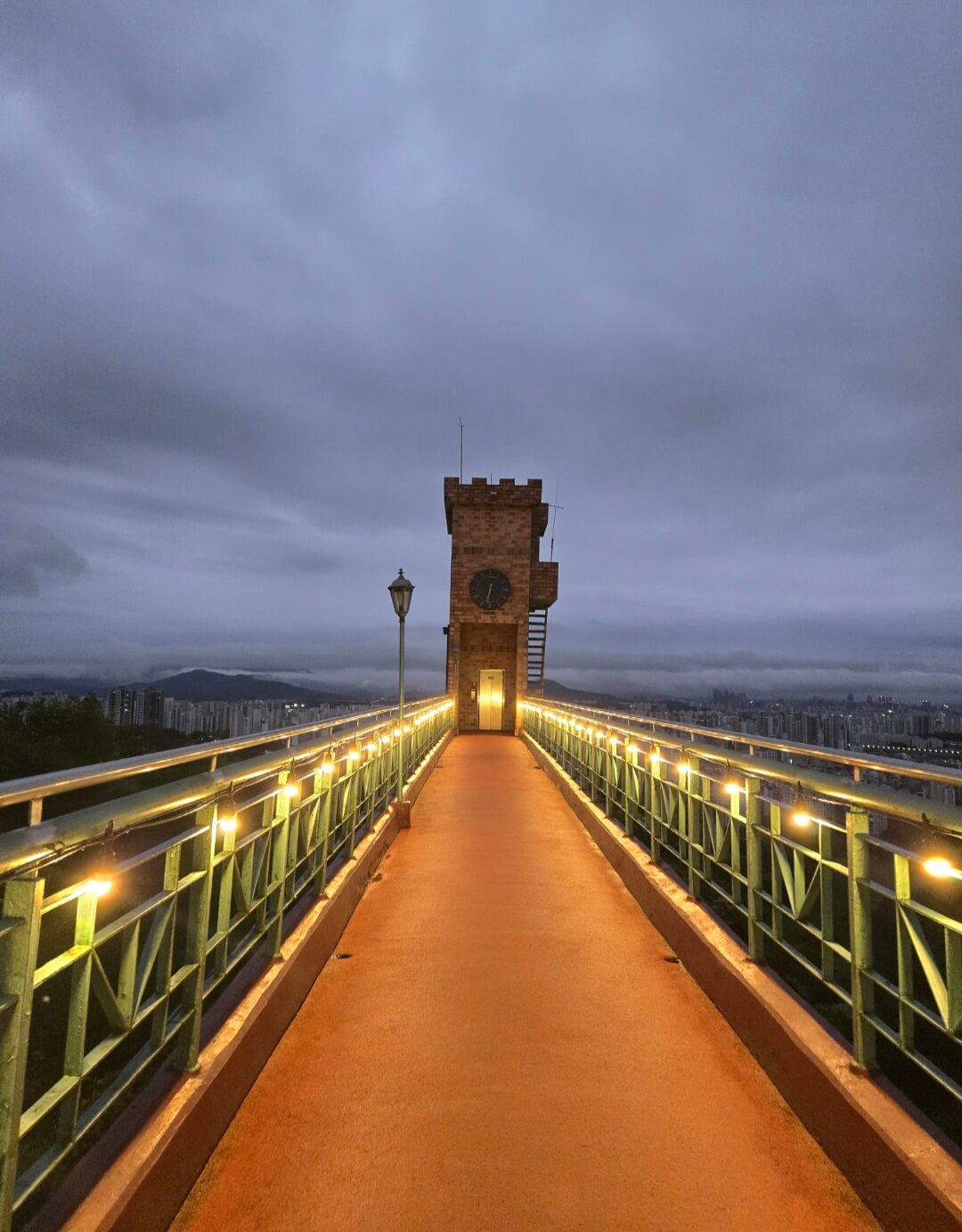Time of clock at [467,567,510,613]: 6:32
